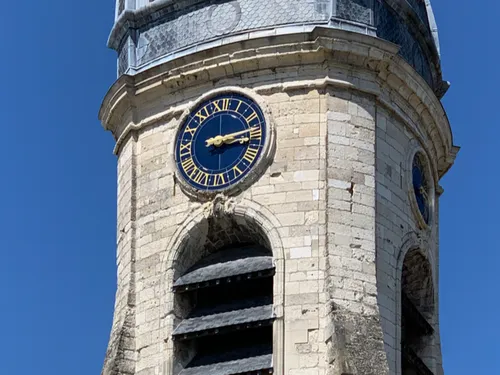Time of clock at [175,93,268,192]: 3:13
